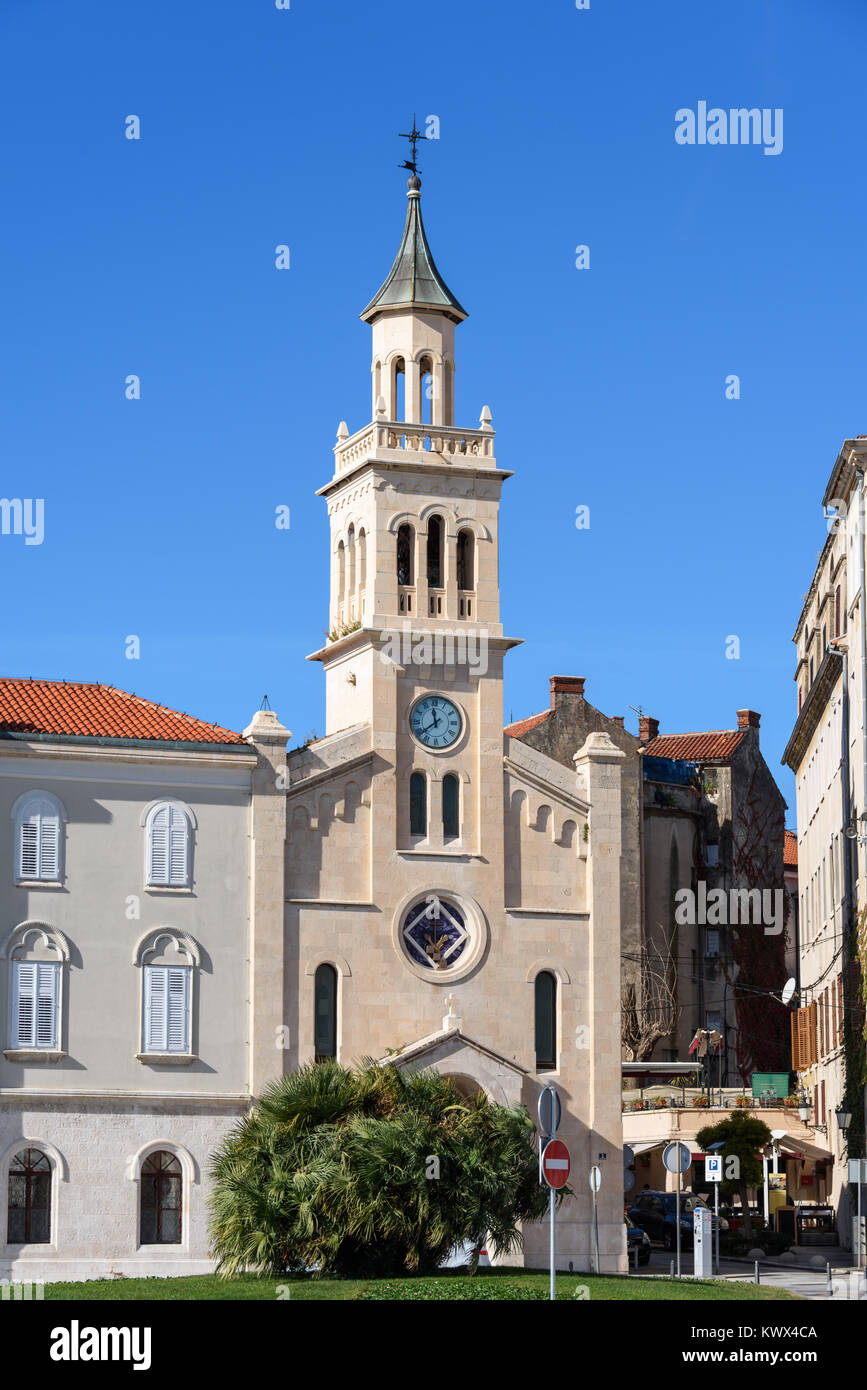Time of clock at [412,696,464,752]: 11:38
